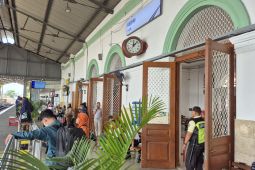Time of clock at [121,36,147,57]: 12:07
